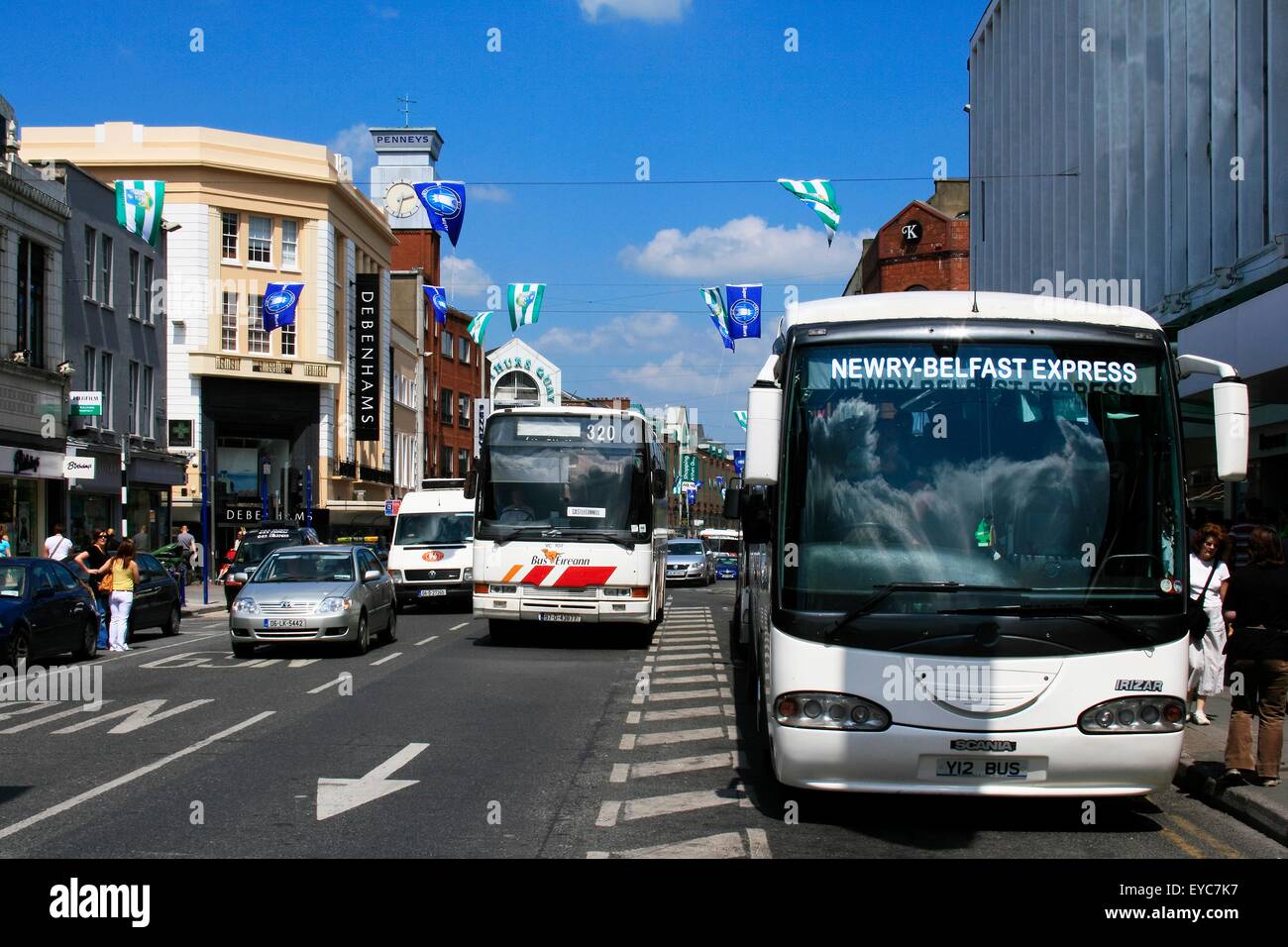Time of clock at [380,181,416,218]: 2:32
